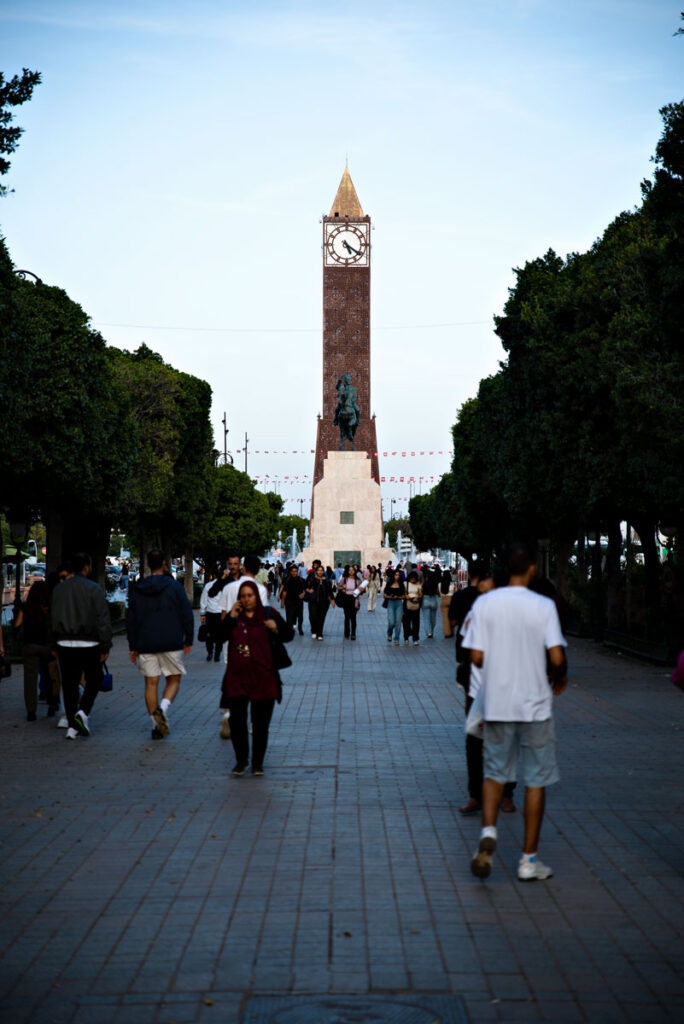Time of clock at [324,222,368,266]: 5:21
